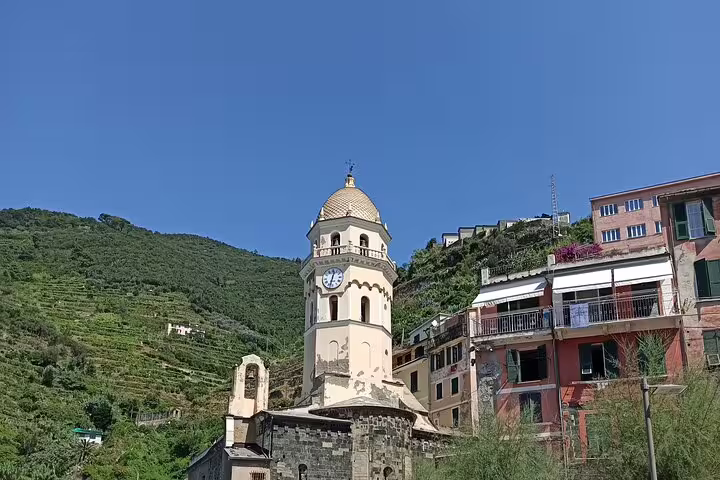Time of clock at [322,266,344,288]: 12:32
